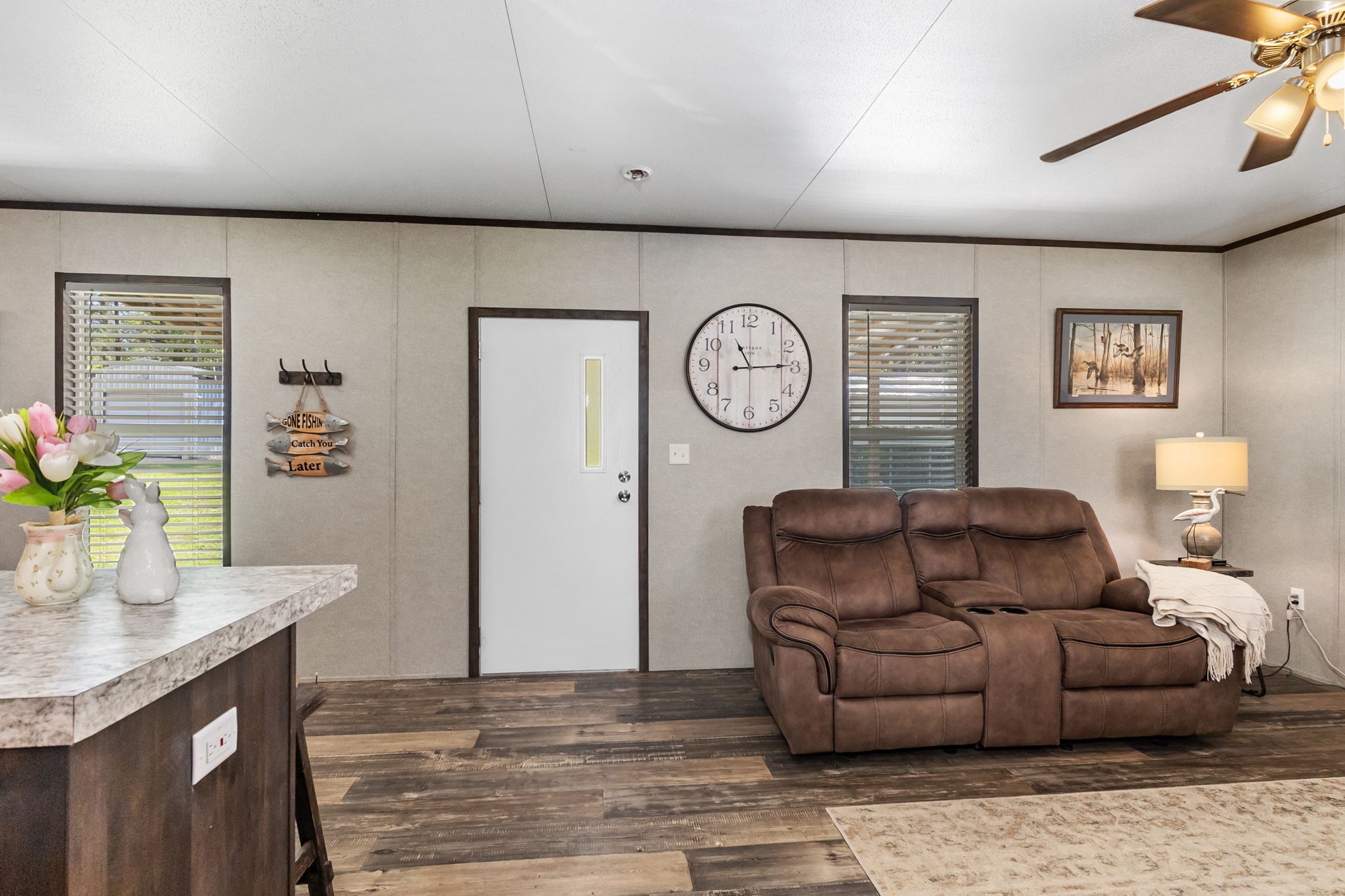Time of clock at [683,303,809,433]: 11:14
